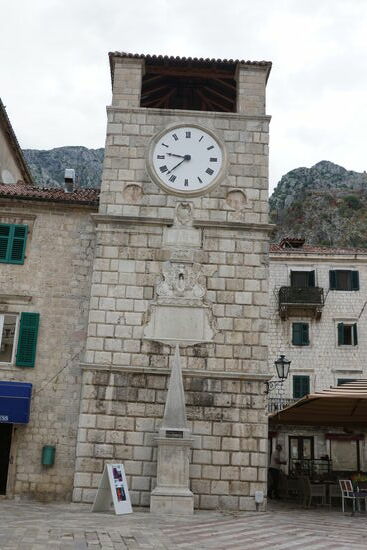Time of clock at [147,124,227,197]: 9:37
